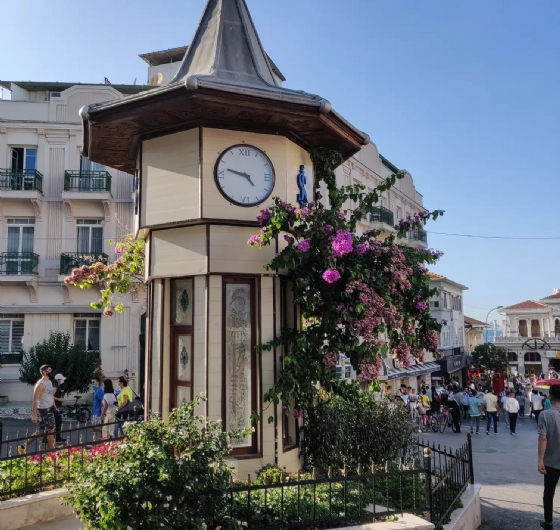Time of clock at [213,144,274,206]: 4:47
